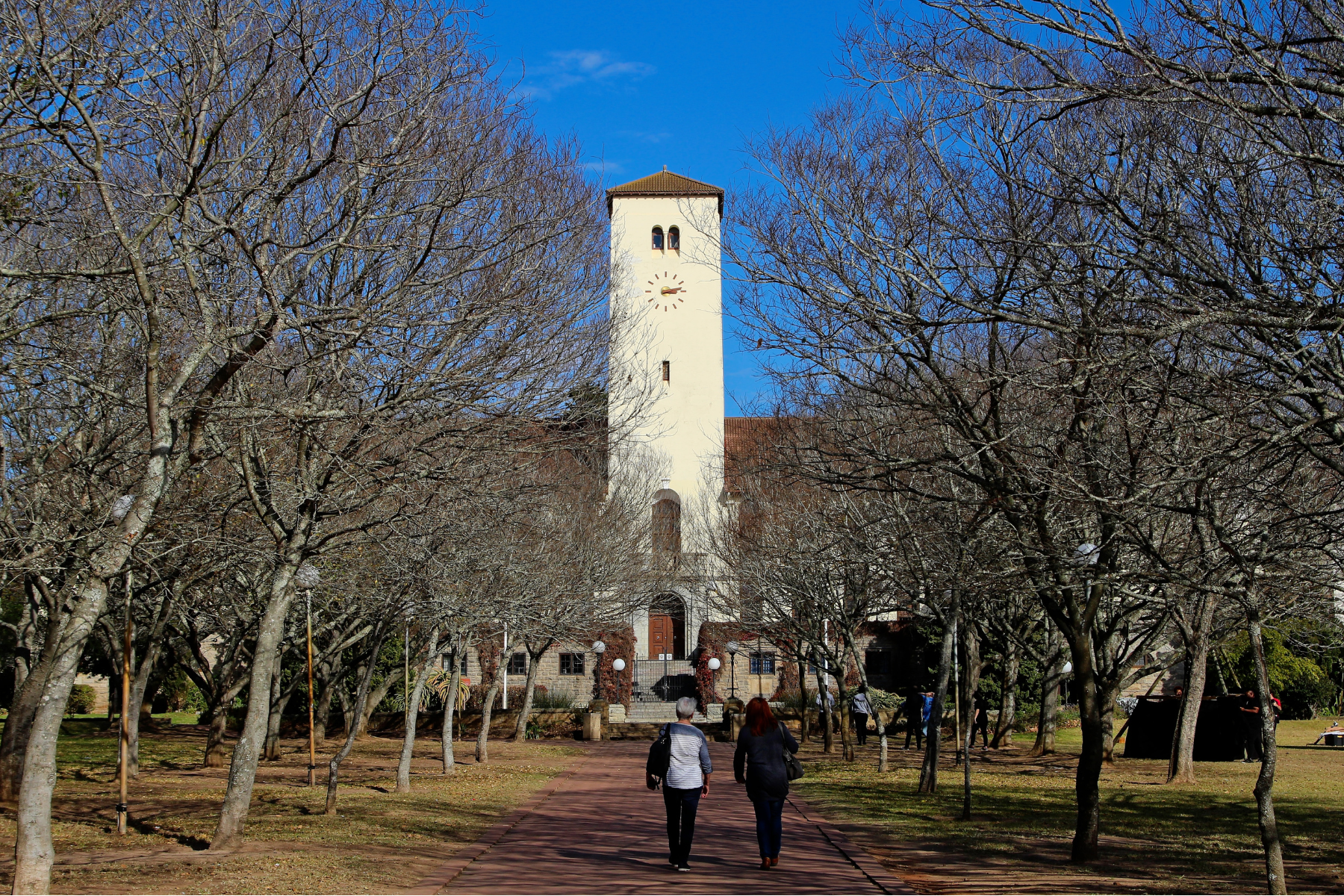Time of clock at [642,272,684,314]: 3:13
